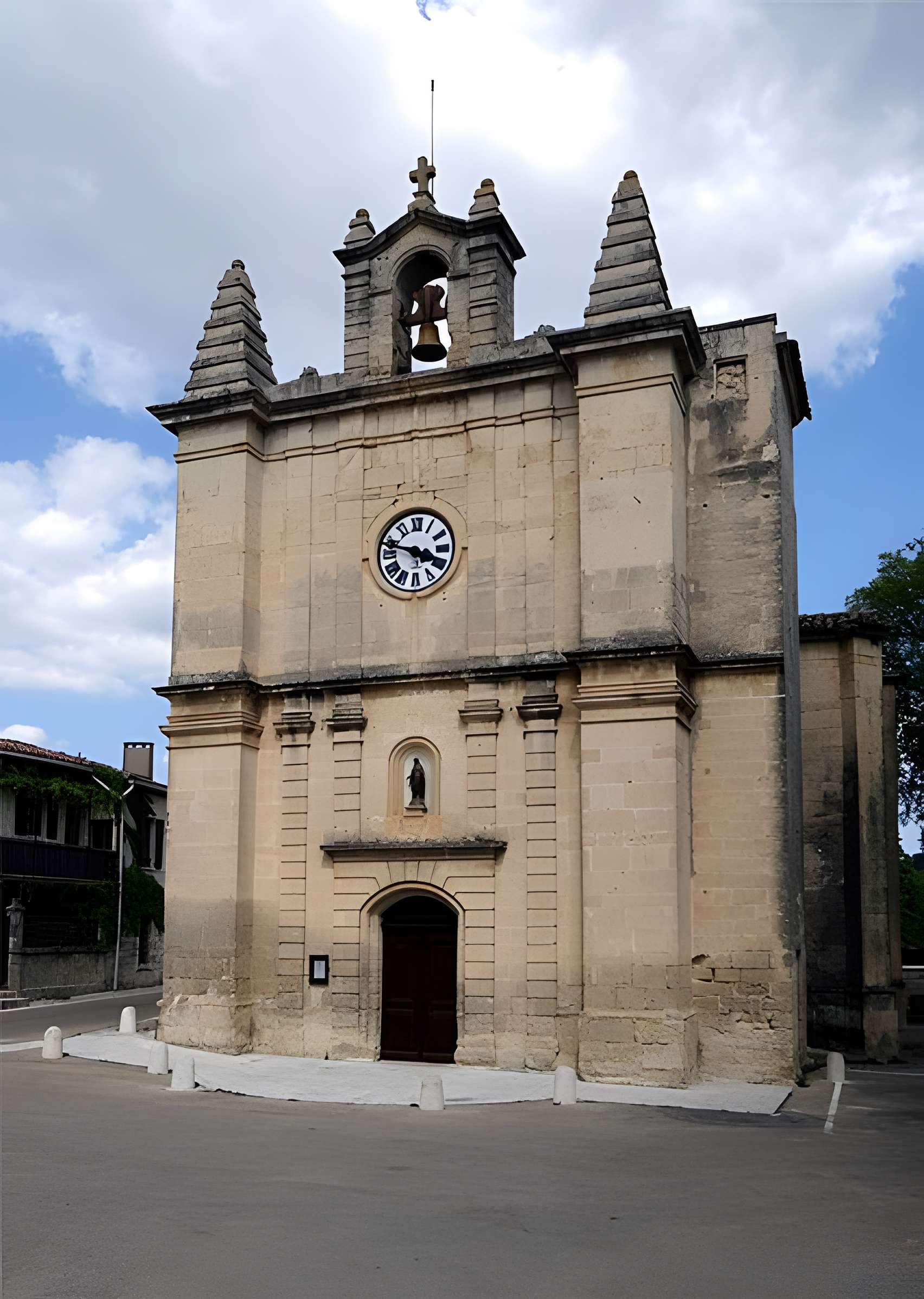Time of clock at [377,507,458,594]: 3:47
